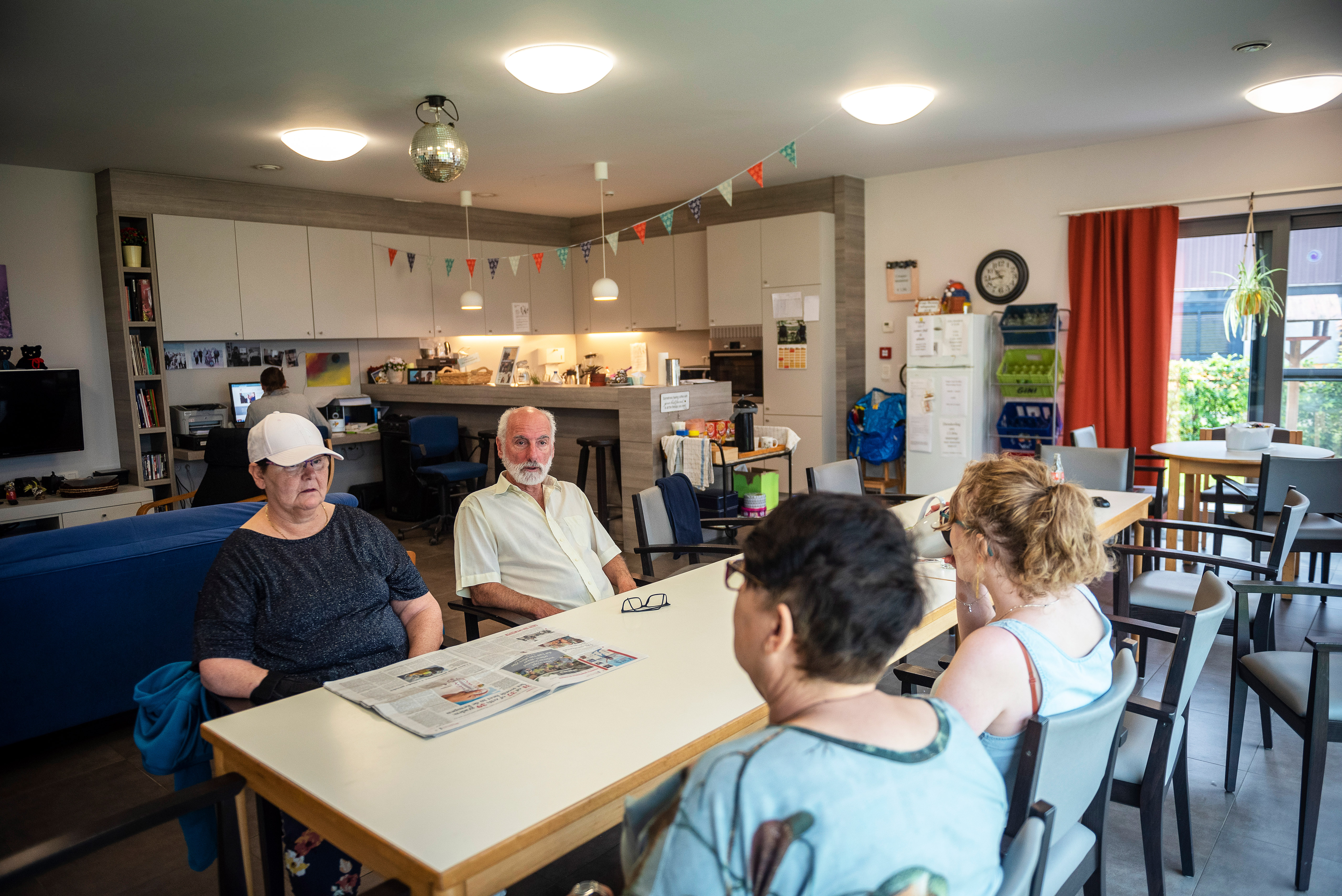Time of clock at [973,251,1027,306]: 10:42
